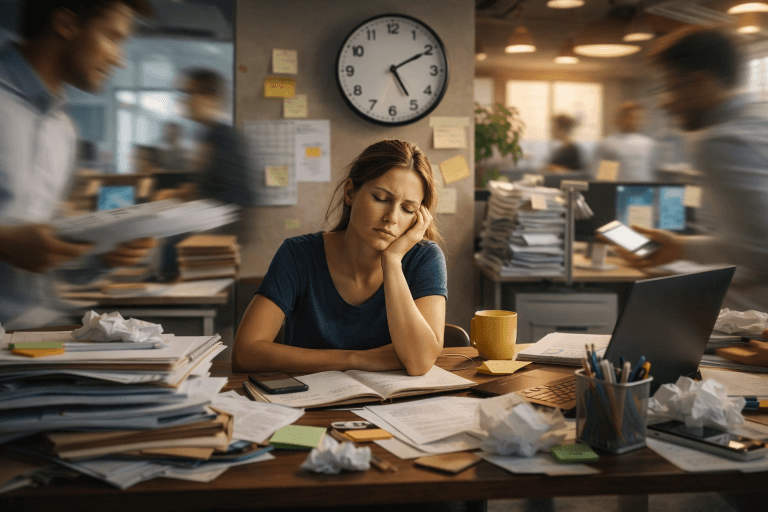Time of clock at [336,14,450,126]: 5:10
